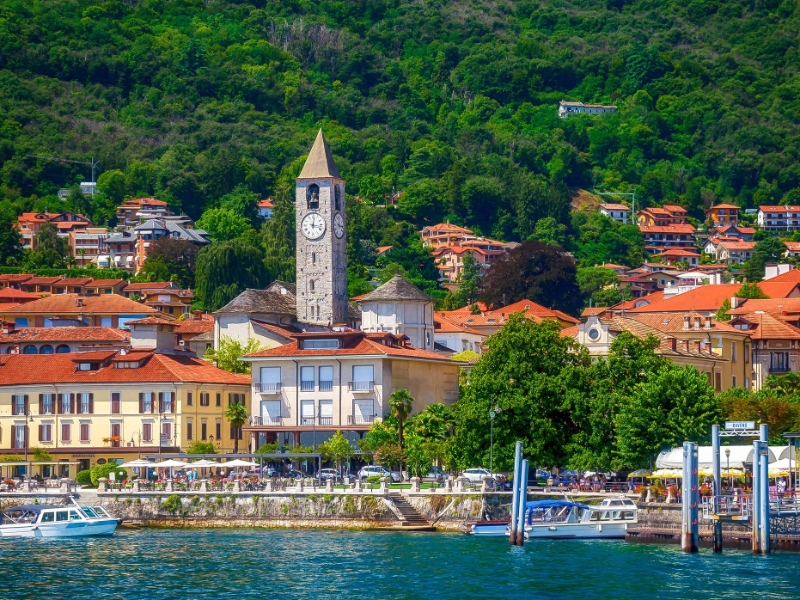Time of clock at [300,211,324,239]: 12:16
